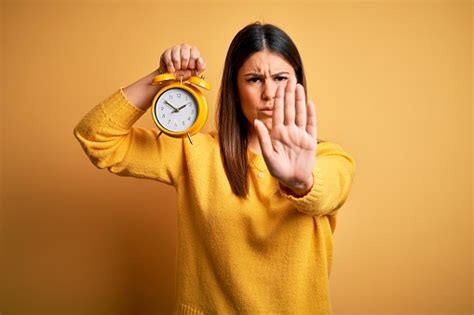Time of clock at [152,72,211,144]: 1:50
